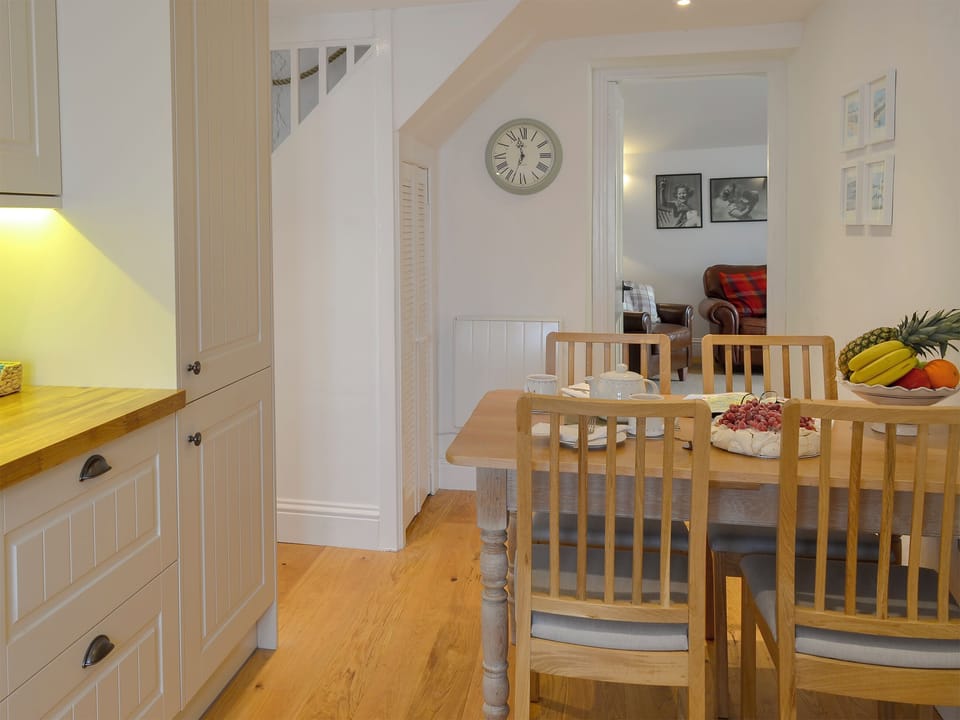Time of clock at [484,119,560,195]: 11:33
